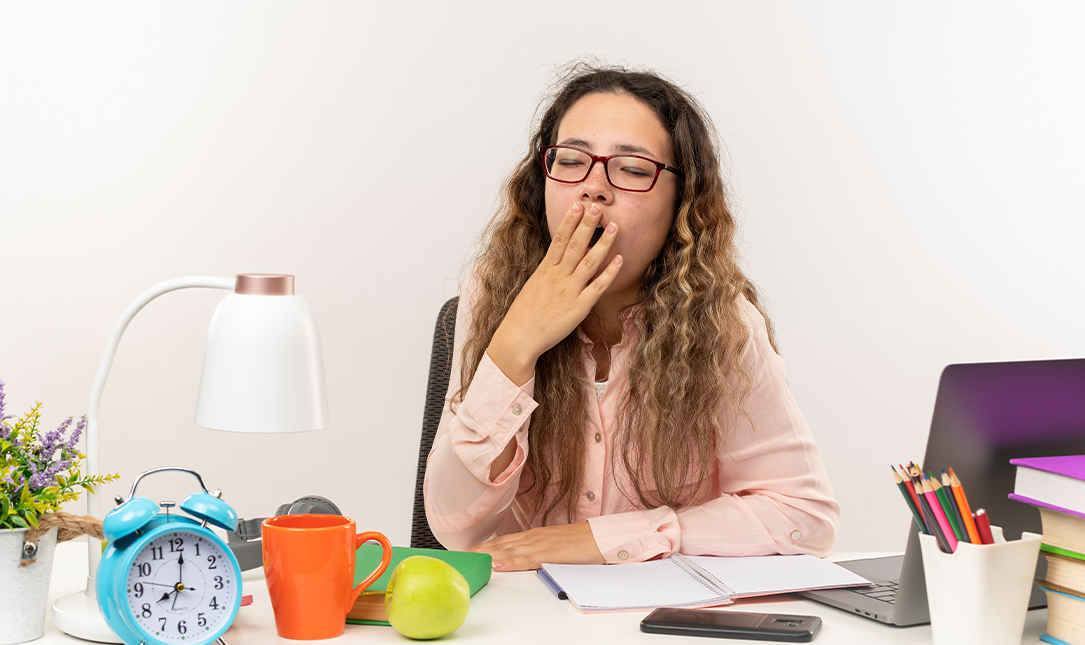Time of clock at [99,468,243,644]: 8:01
